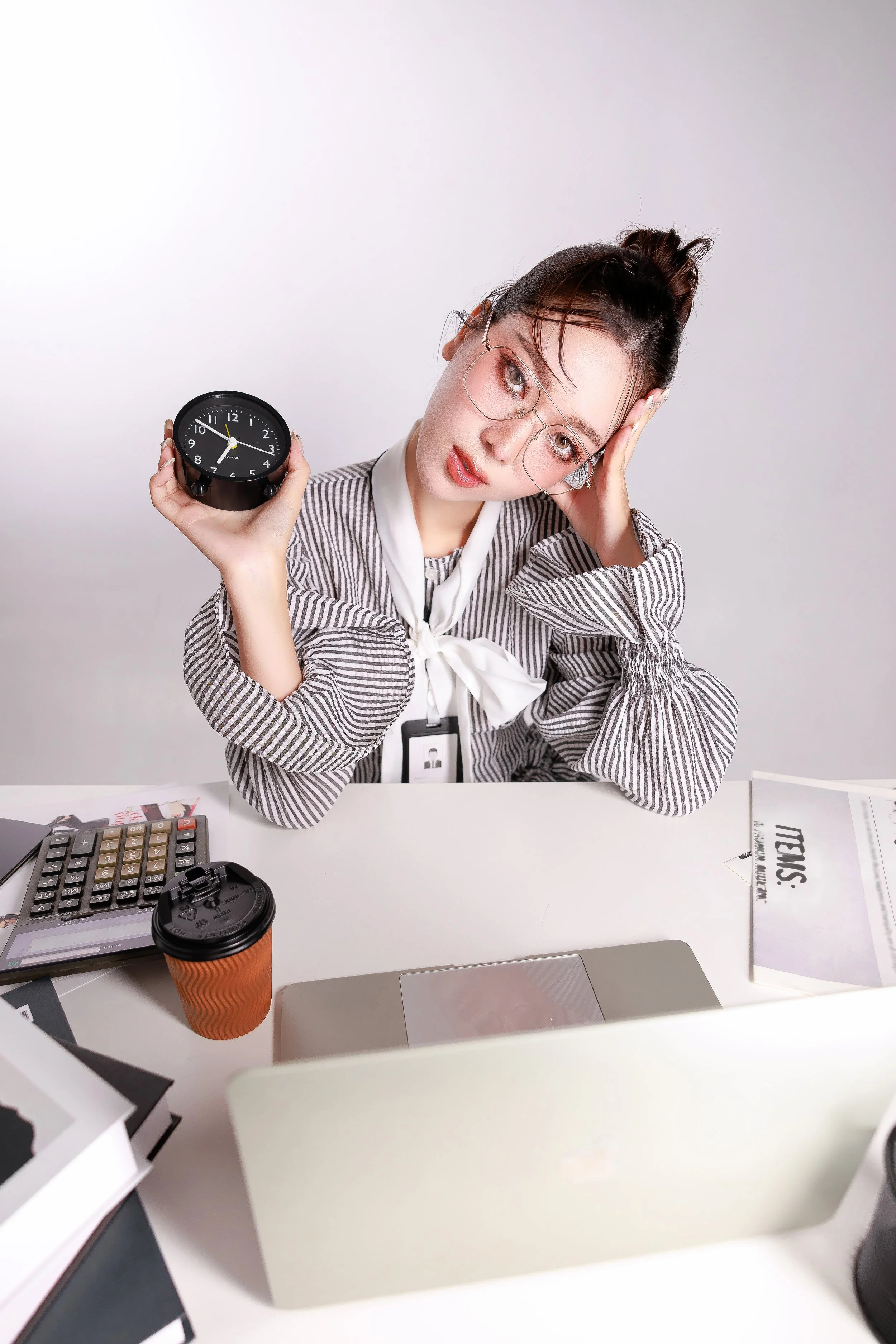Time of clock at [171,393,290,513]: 6:51
